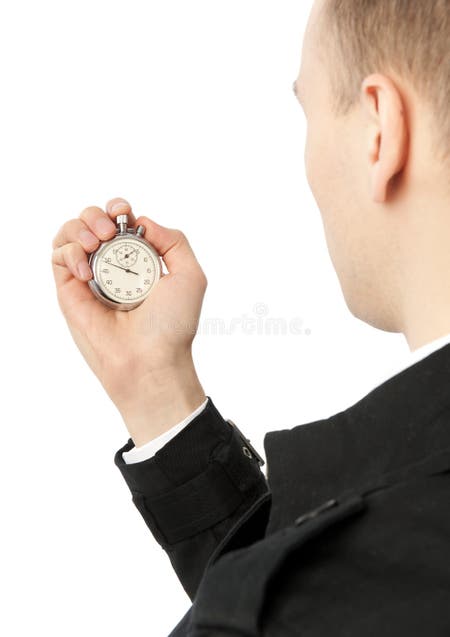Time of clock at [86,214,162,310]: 3:48
